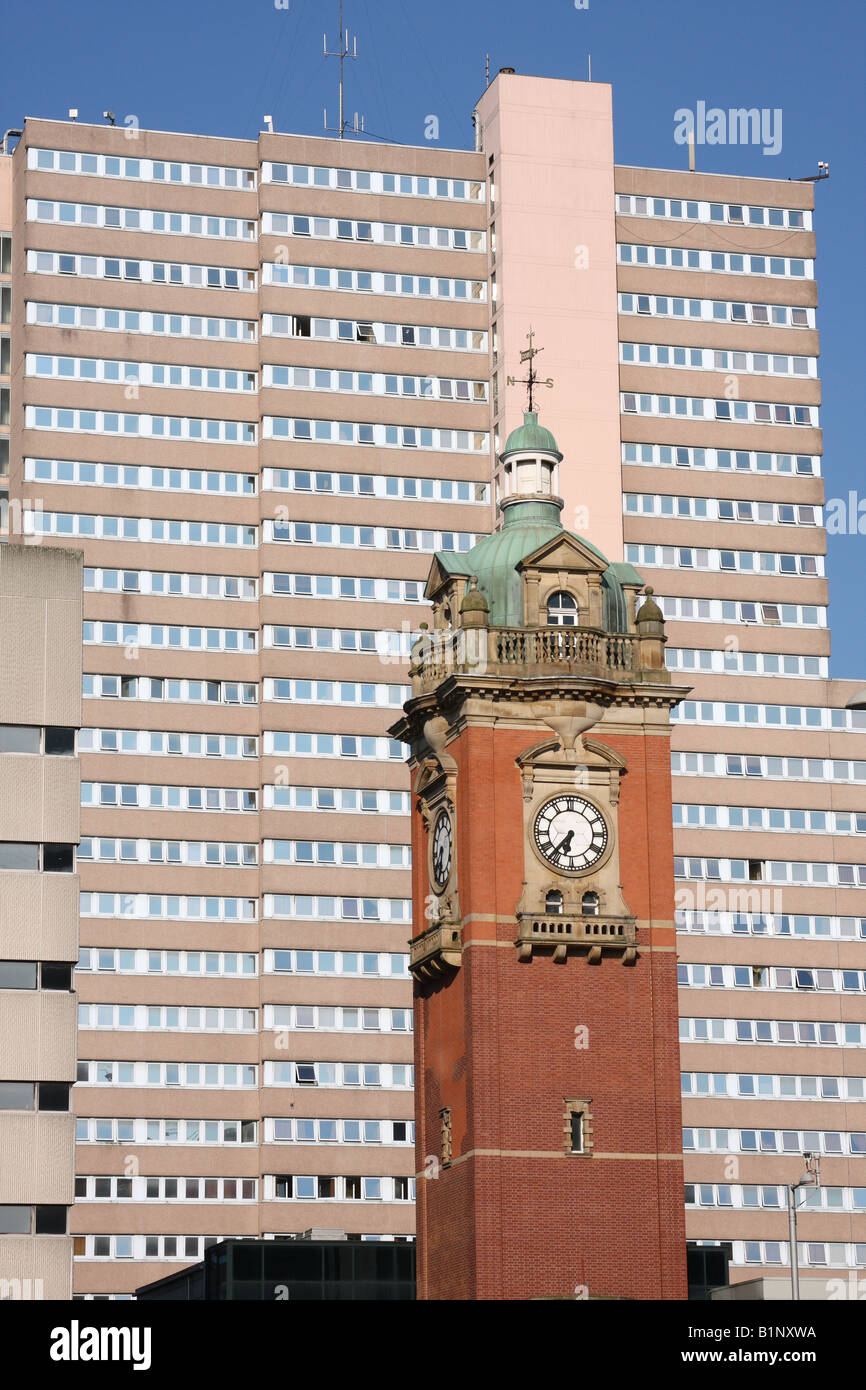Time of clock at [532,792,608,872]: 6:36
